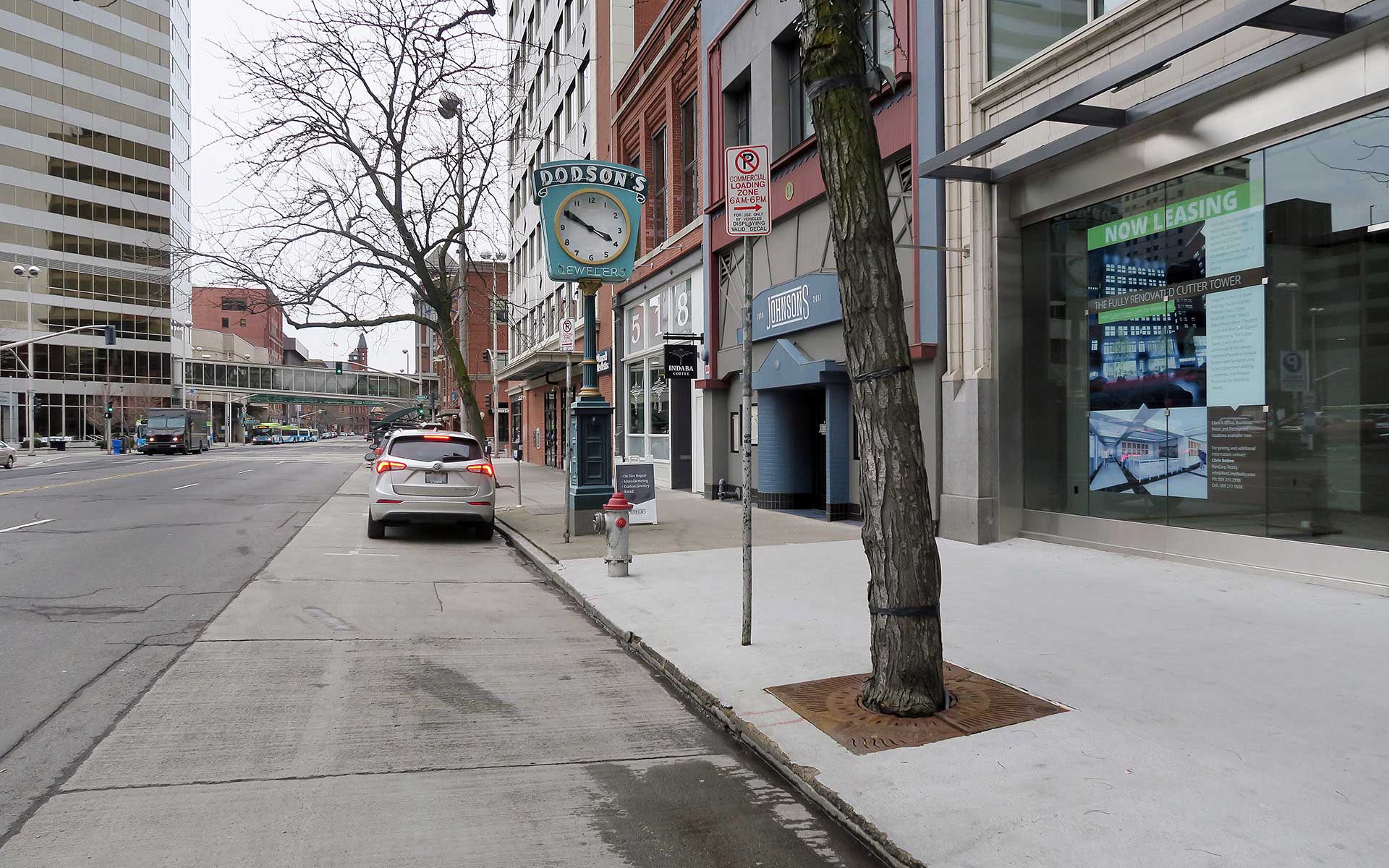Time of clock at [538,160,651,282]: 3:50
